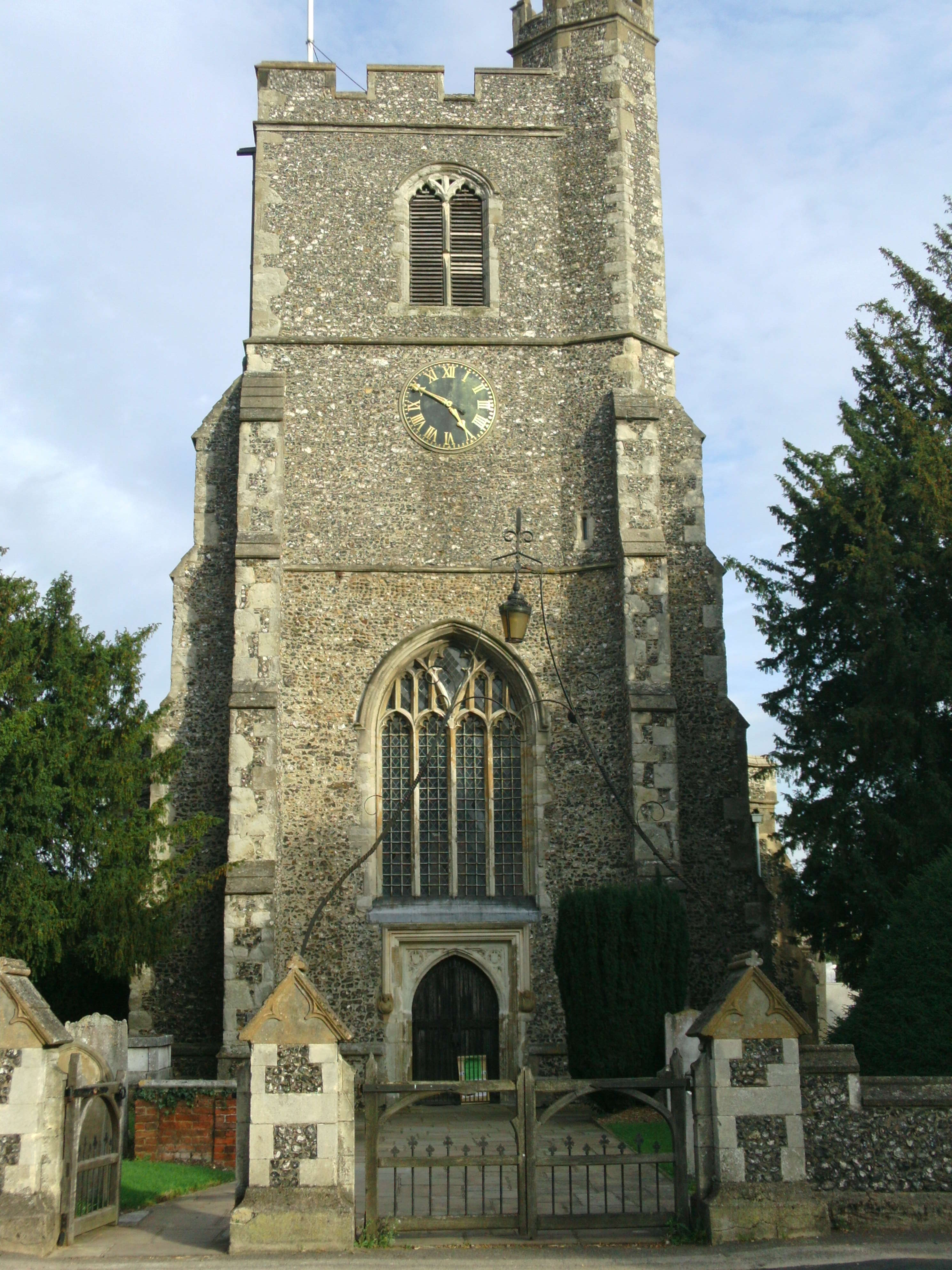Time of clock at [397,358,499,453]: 4:49
